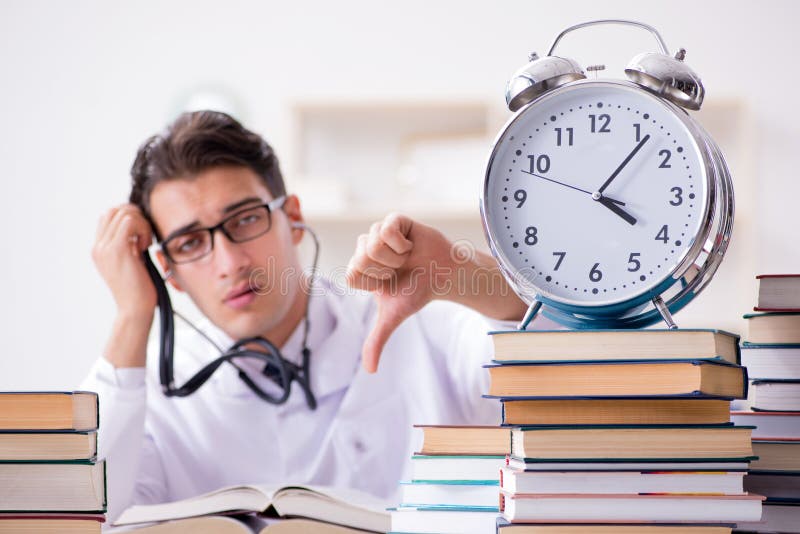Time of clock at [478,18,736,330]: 4:06
